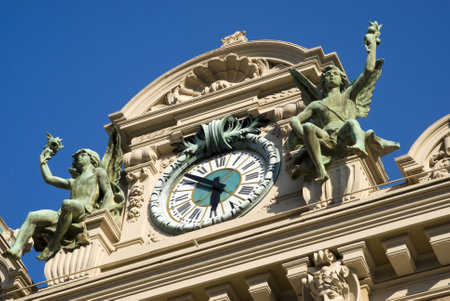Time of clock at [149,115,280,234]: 5:51
